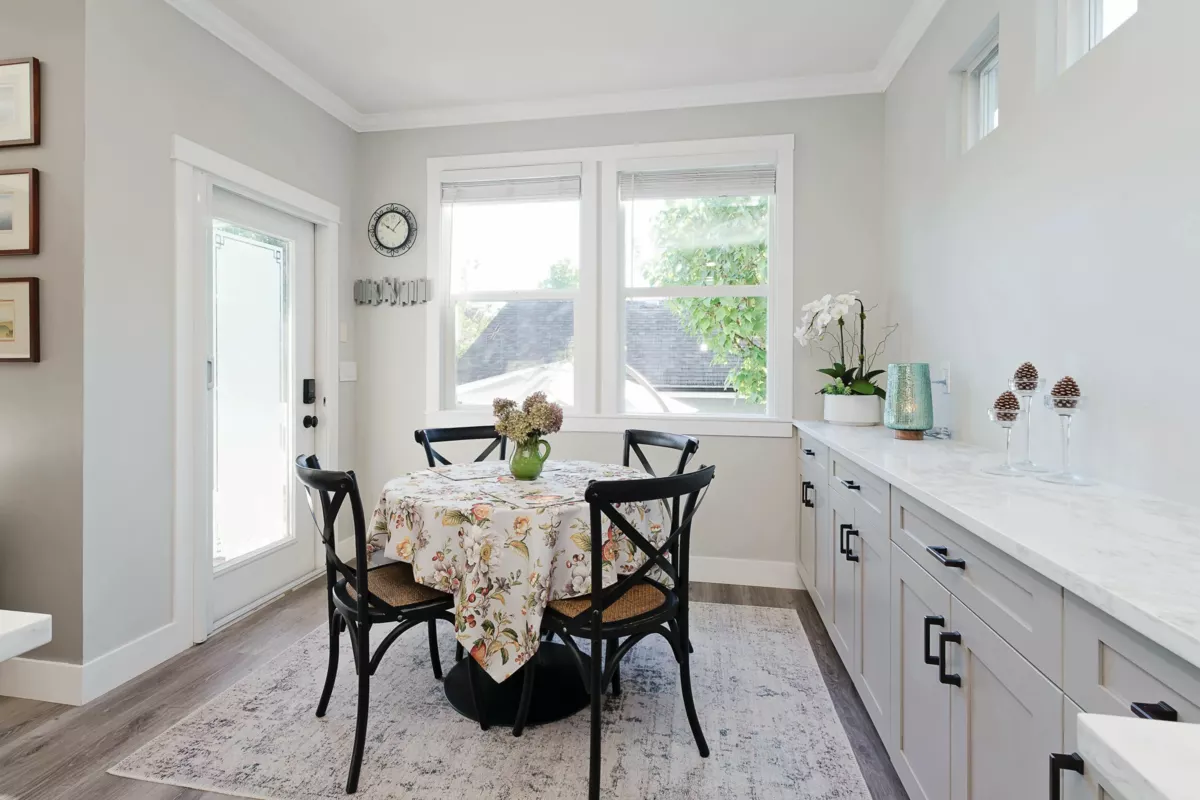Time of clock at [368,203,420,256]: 10:07
